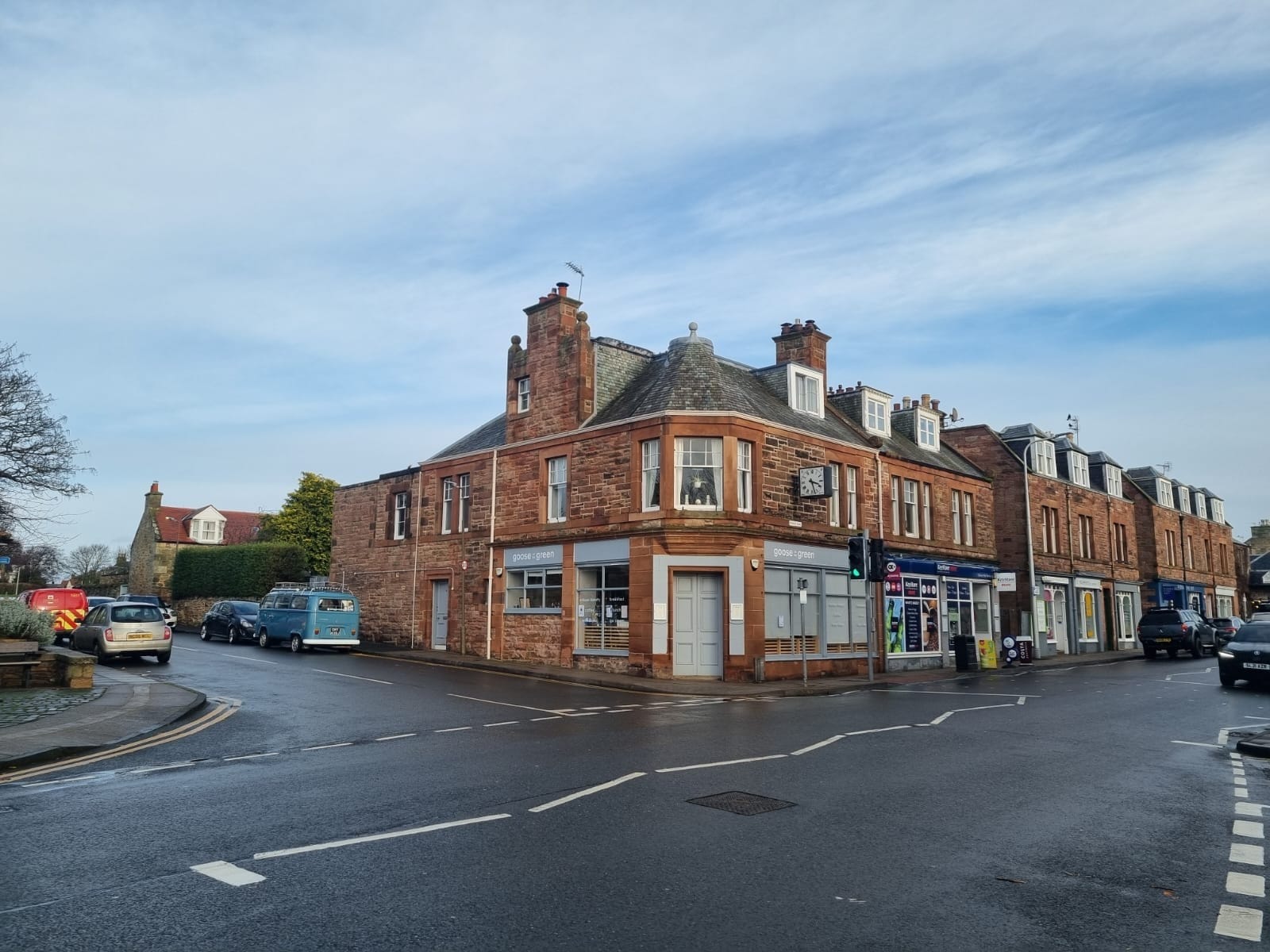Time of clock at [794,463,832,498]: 3:27
